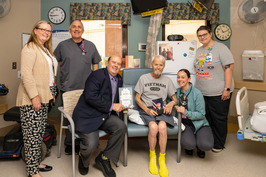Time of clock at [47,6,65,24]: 8:45
